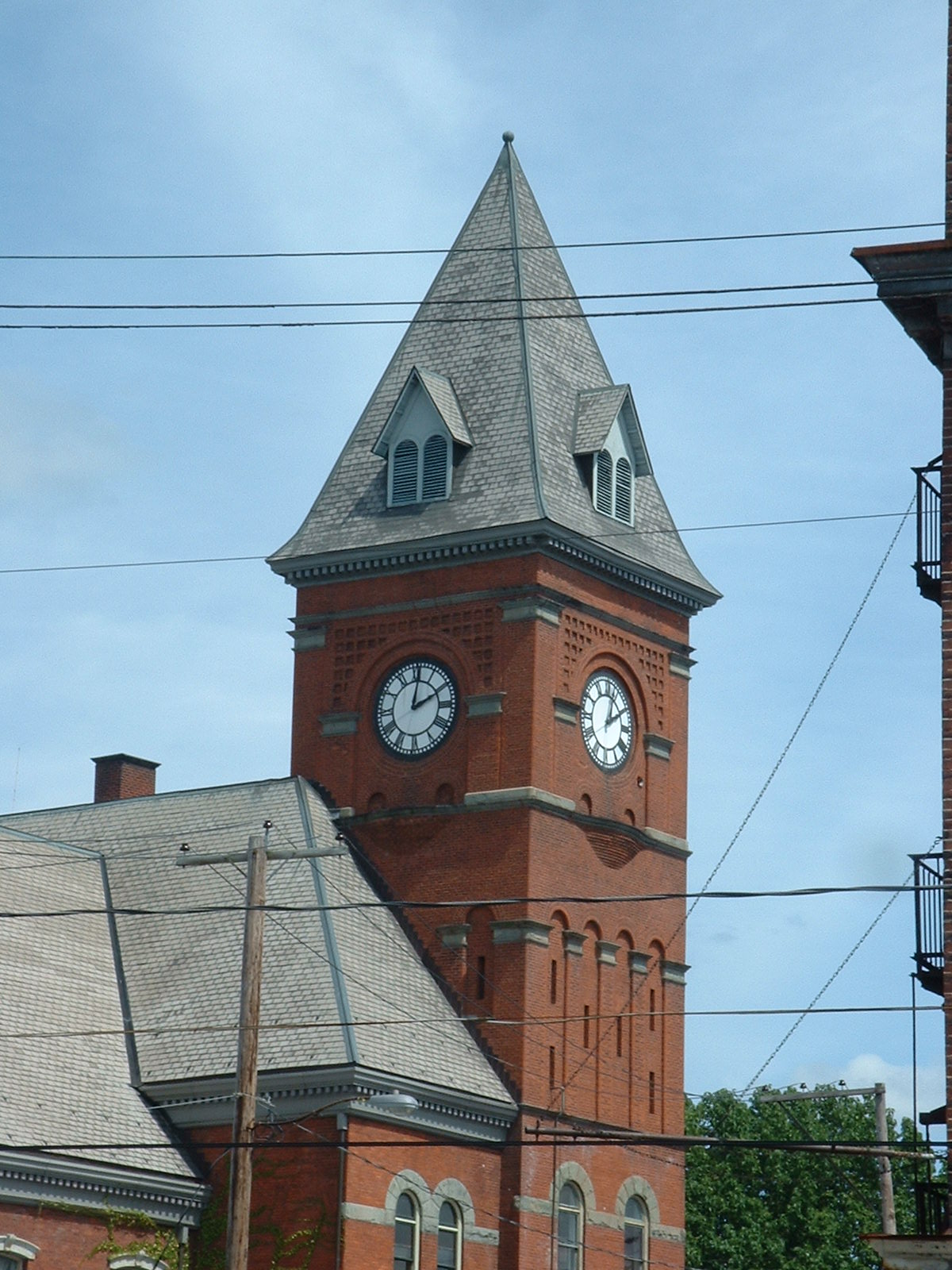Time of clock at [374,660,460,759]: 2:01
